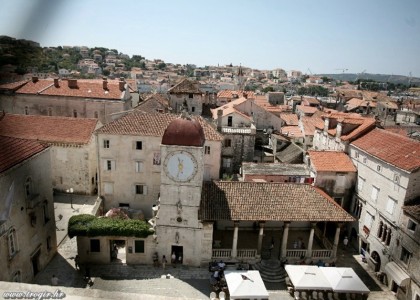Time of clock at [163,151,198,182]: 11:32
